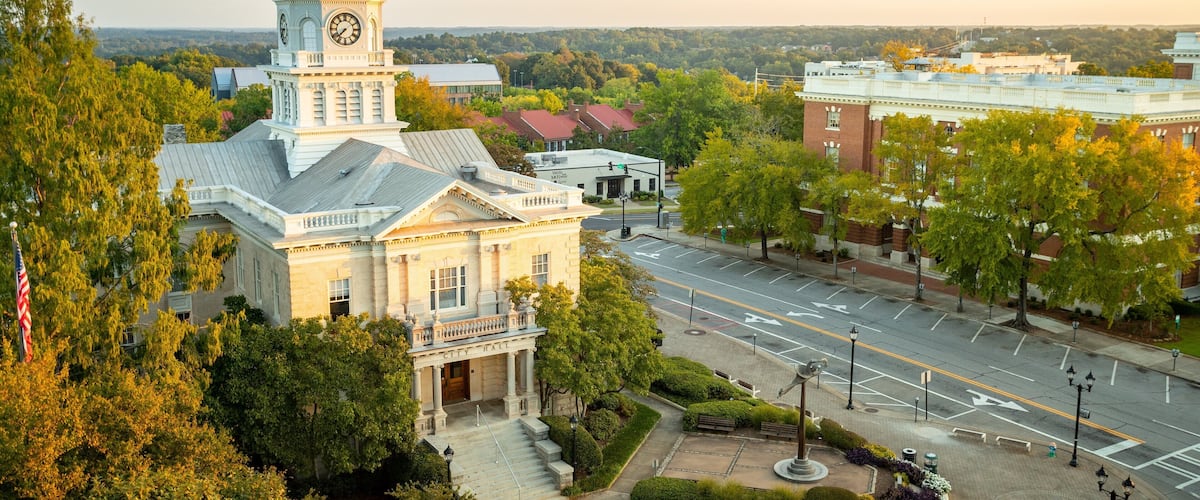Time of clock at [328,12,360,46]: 7:37
